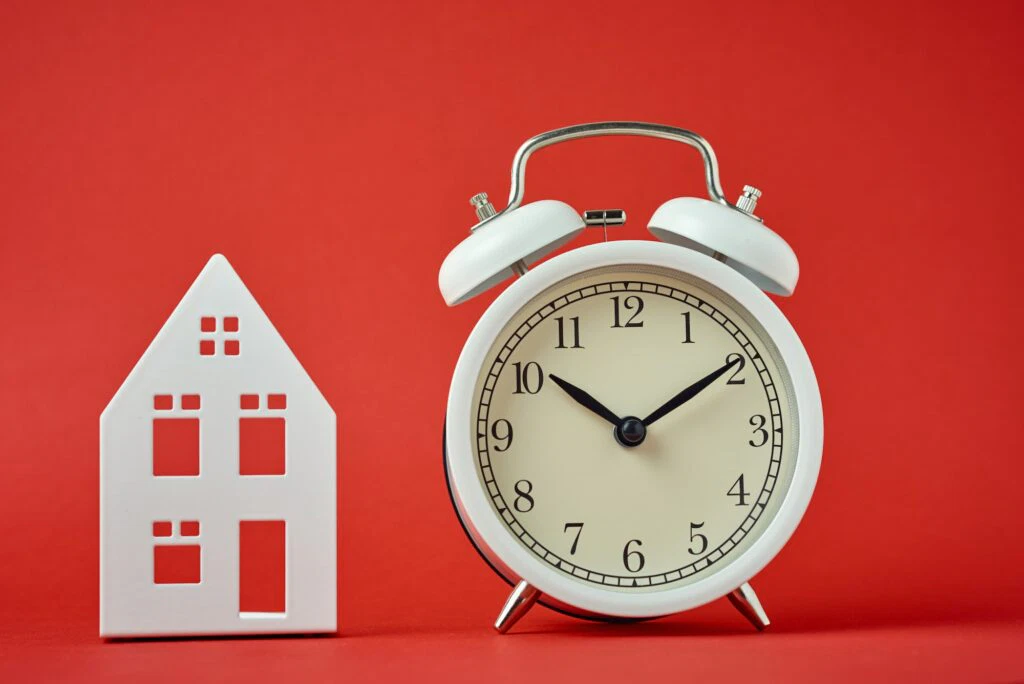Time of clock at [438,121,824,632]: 10:09
